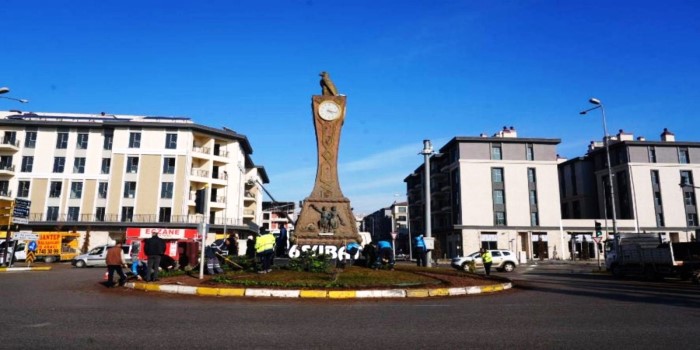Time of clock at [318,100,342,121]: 4:17
